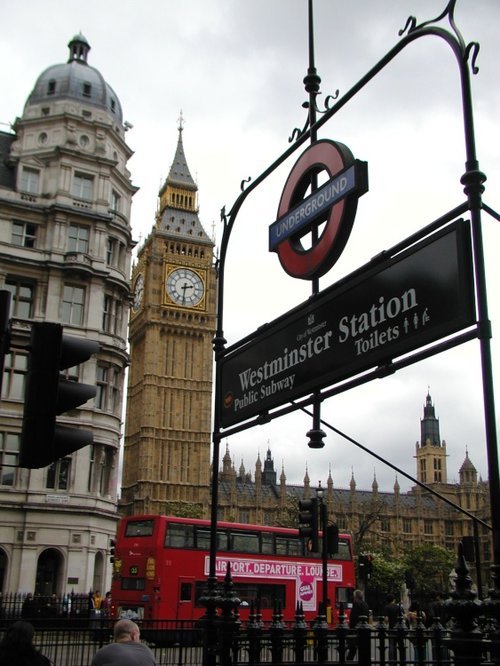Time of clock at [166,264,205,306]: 2:31
